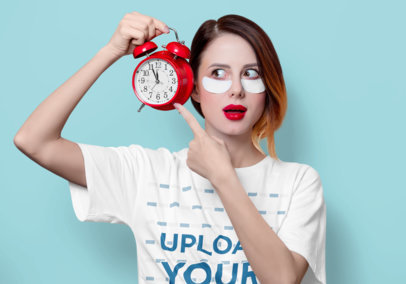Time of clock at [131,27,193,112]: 11:55
